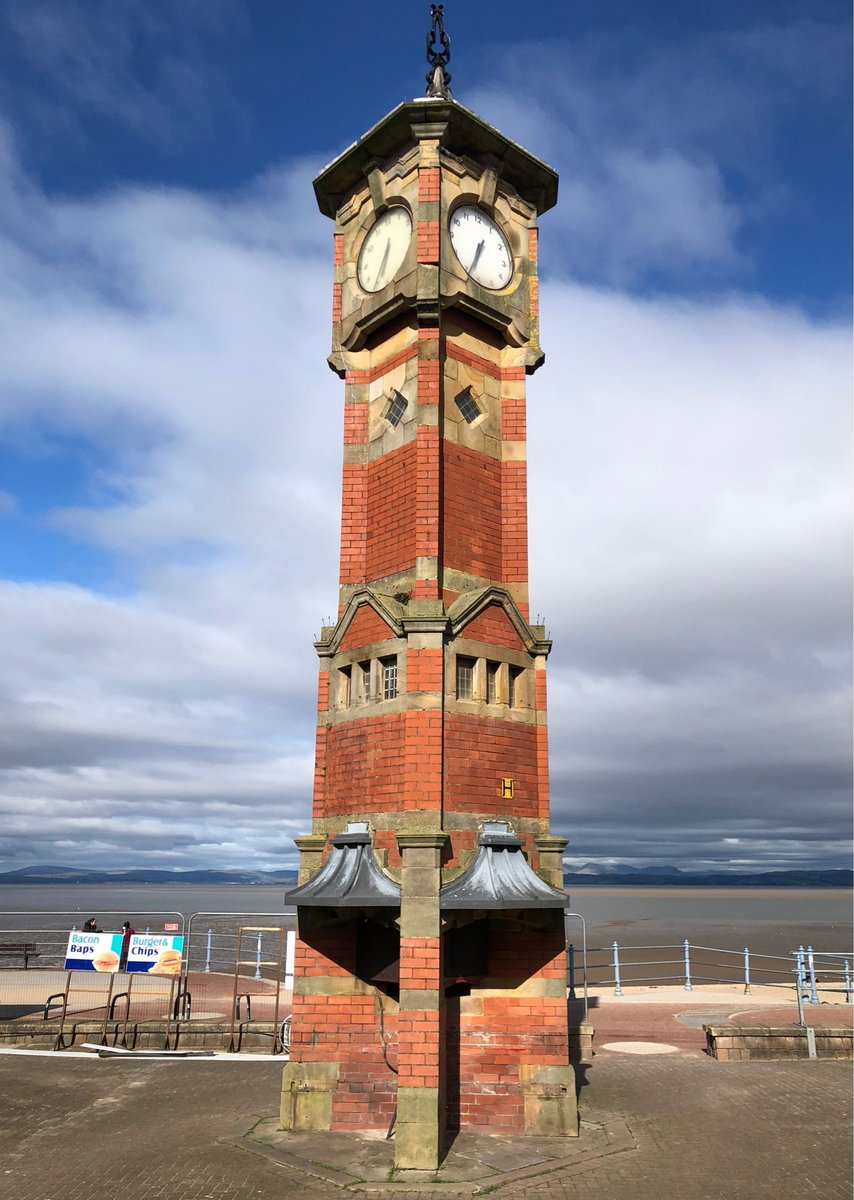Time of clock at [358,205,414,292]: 6:34
